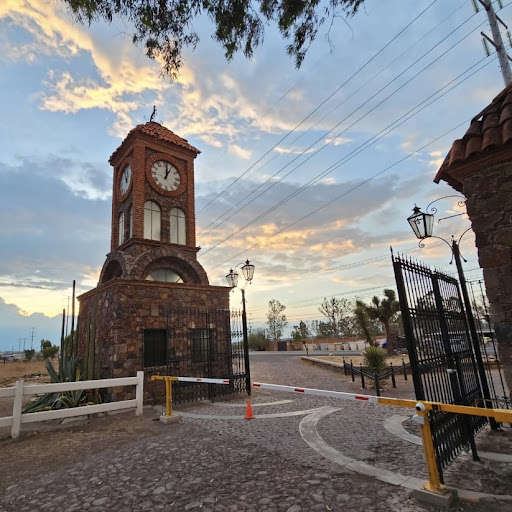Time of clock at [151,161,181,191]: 1:01
